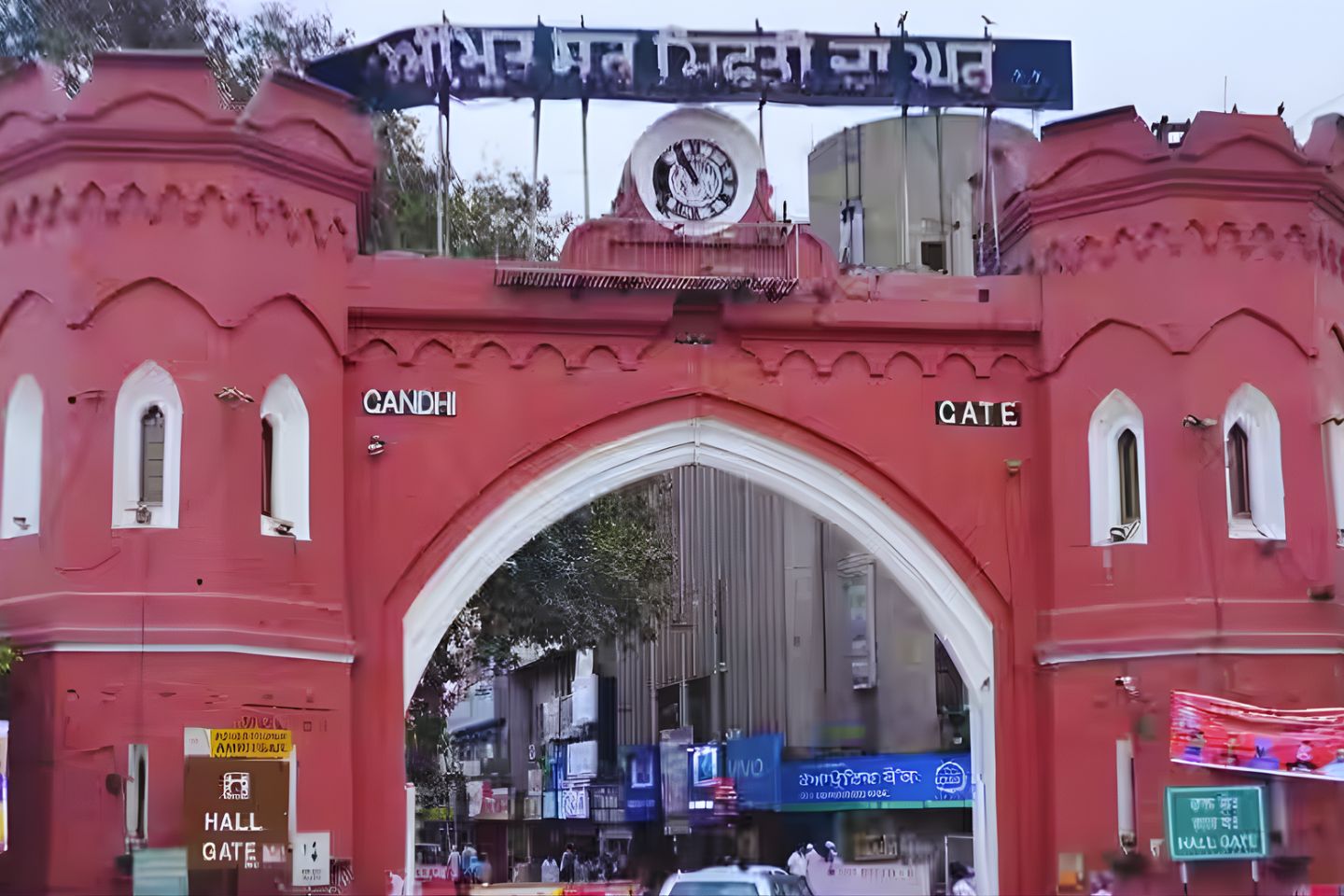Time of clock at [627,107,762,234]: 10:55
